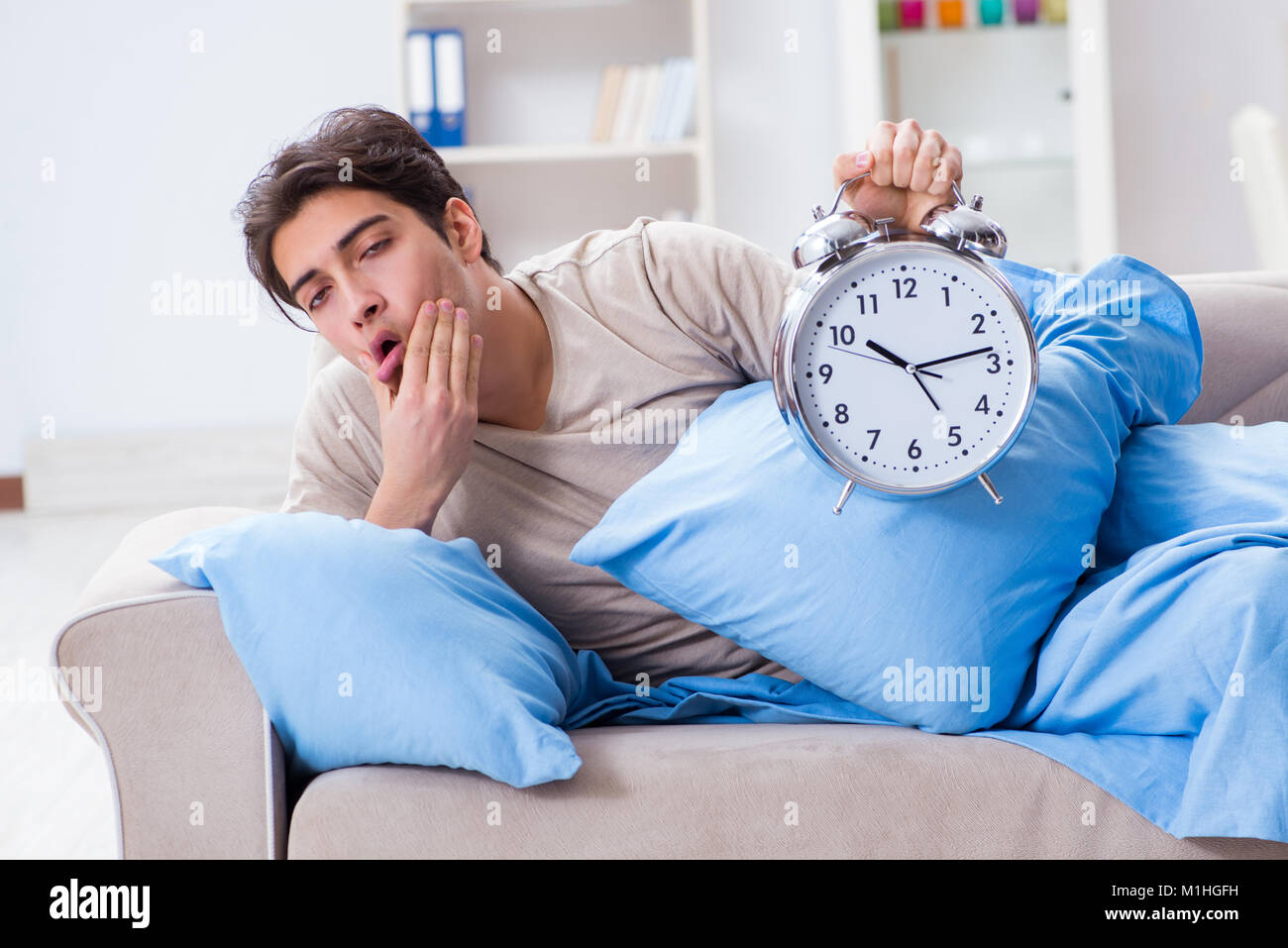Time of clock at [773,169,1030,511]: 10:13
